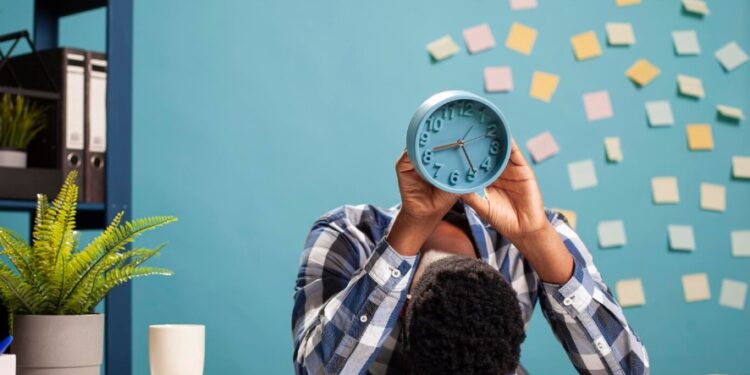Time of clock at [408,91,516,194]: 8:23
